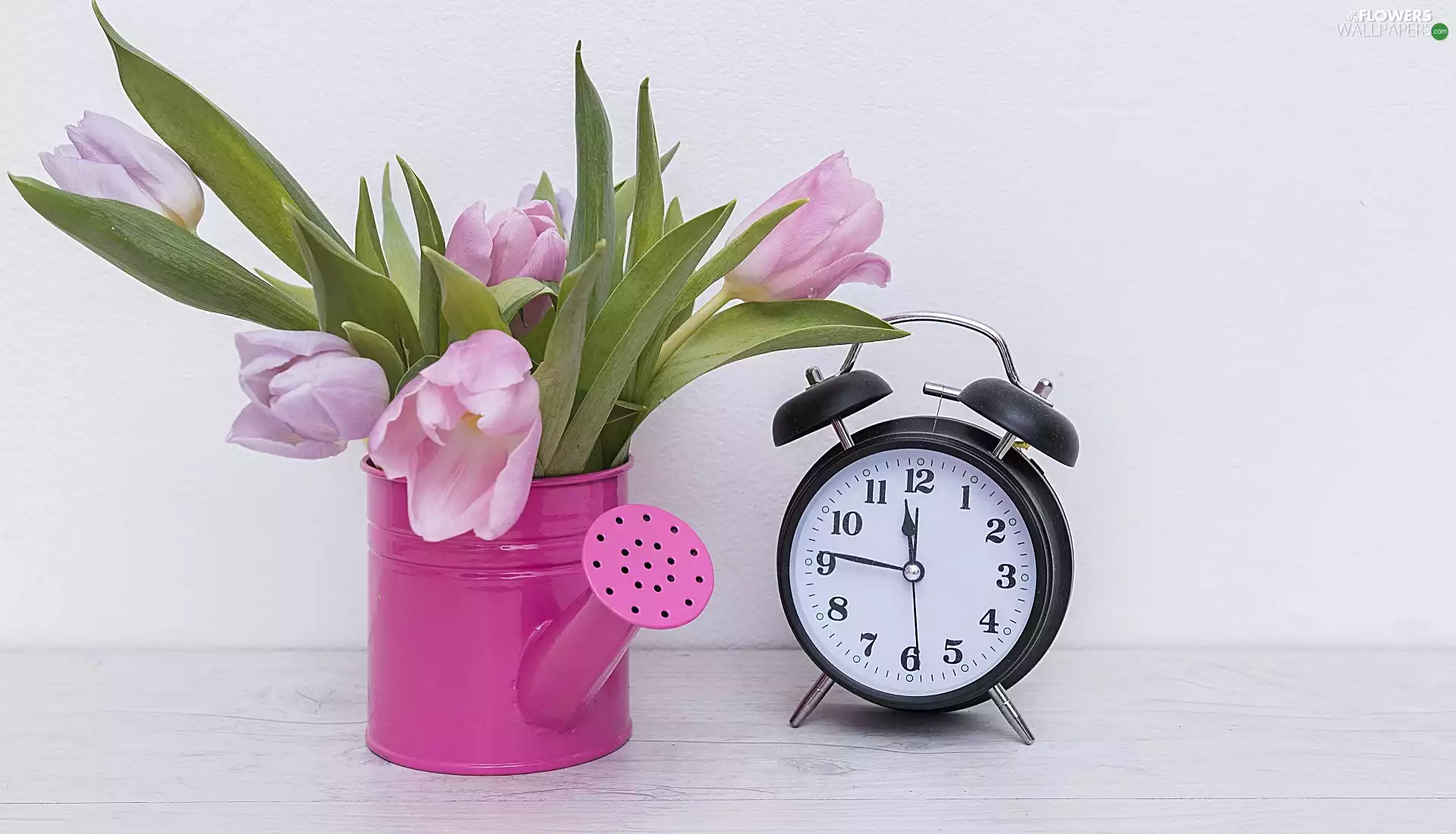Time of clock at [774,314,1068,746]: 11:46
